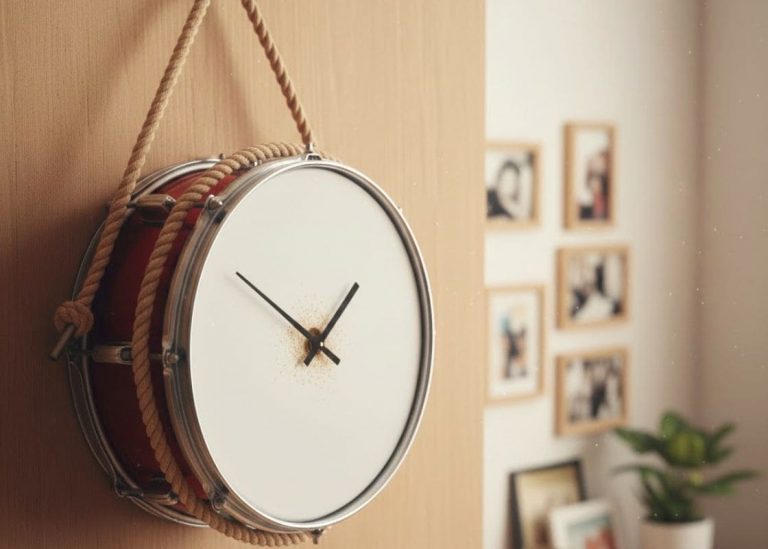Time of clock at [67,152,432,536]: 1:50
